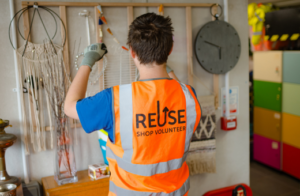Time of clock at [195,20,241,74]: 5:48
